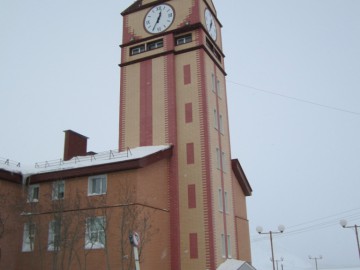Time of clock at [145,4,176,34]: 12:35
